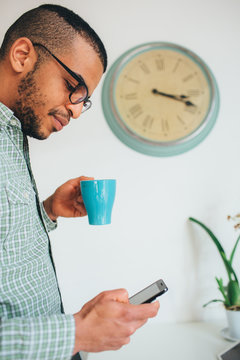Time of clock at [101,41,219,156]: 3:18
